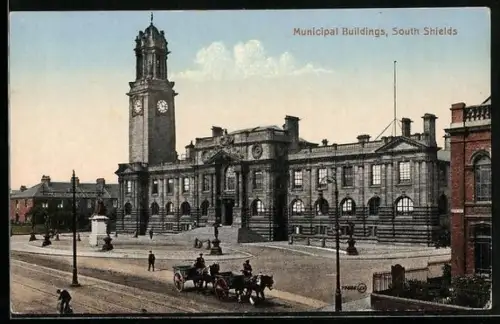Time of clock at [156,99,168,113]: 2:56
